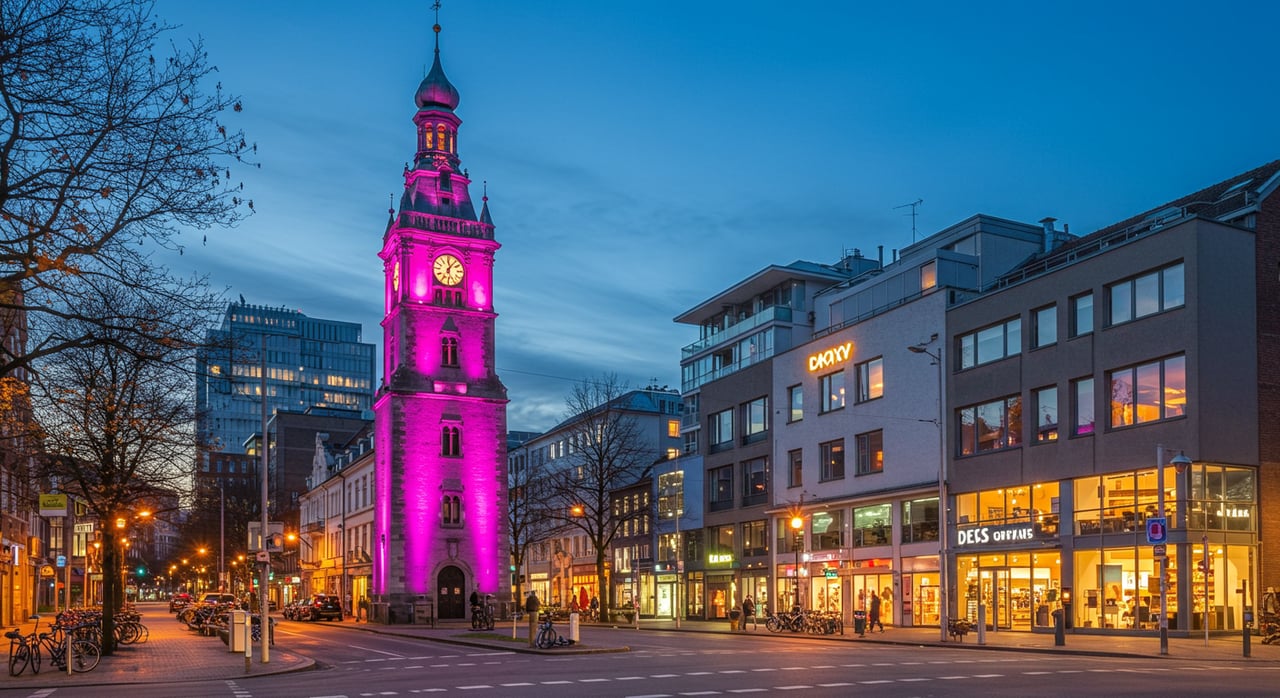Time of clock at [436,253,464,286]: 6:06
